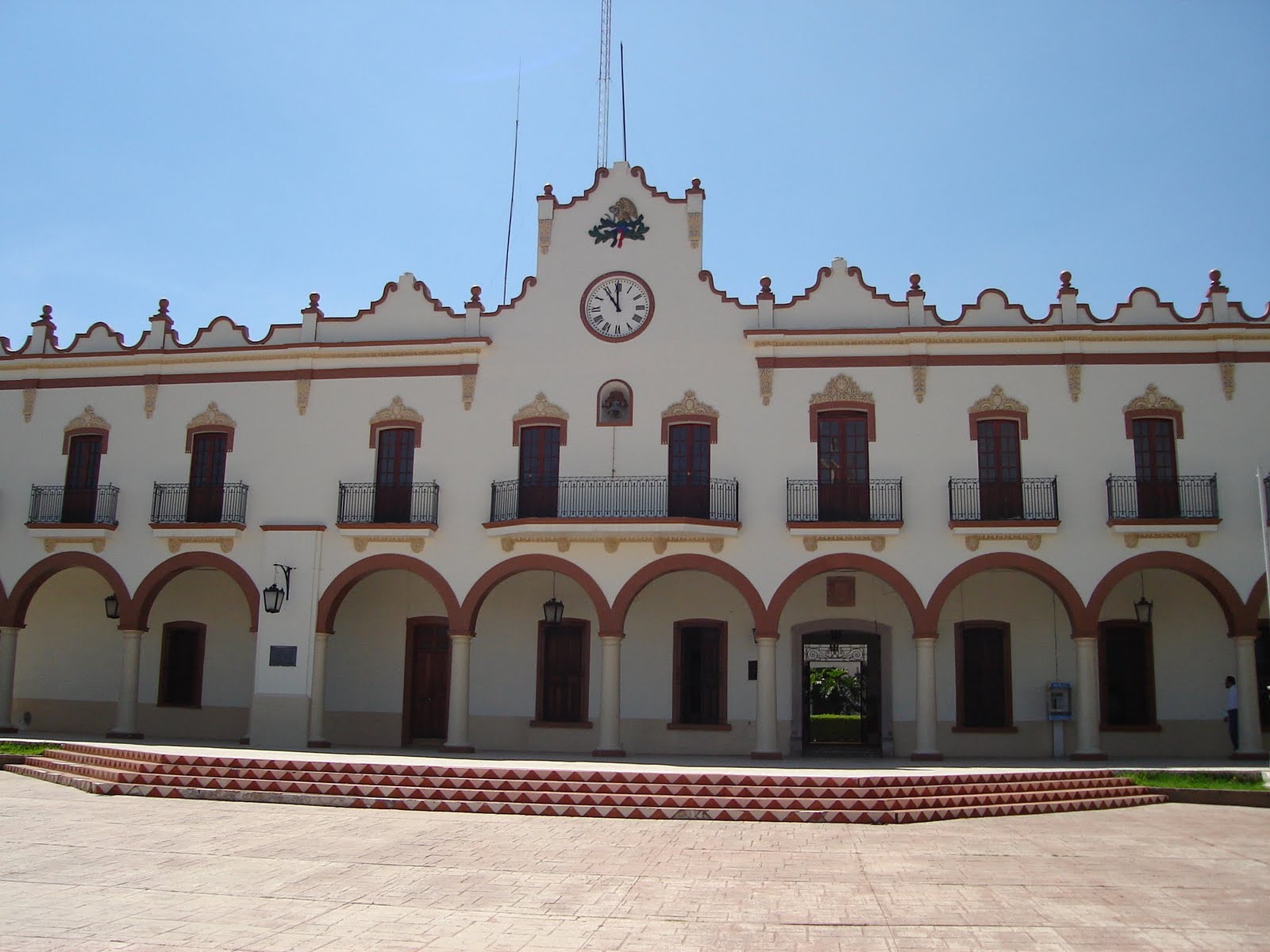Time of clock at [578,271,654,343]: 10:59
